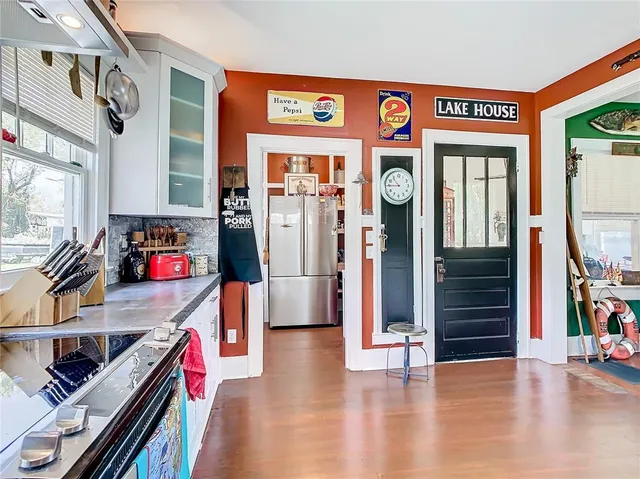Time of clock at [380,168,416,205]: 10:45
